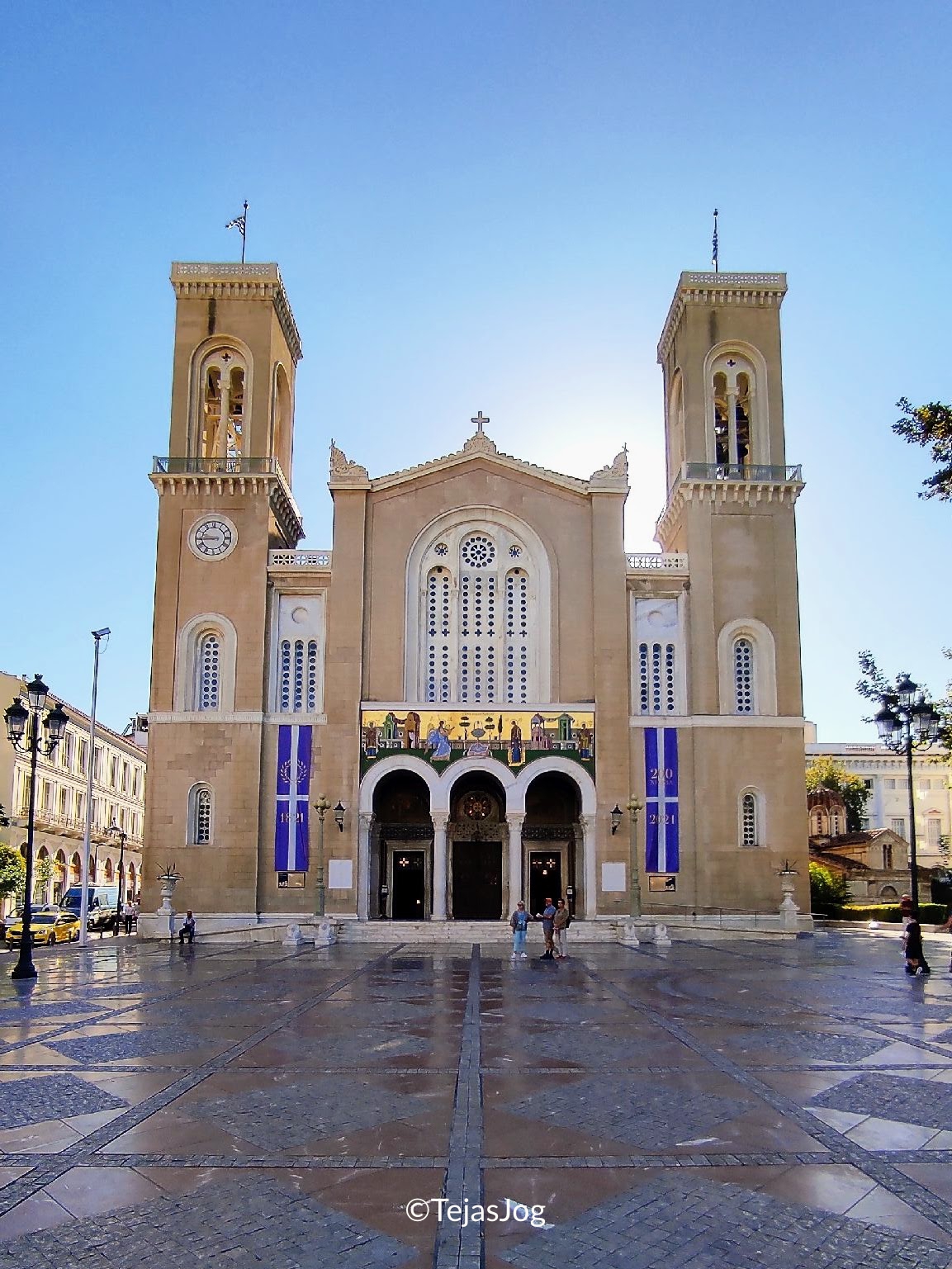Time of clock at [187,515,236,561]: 8:45
